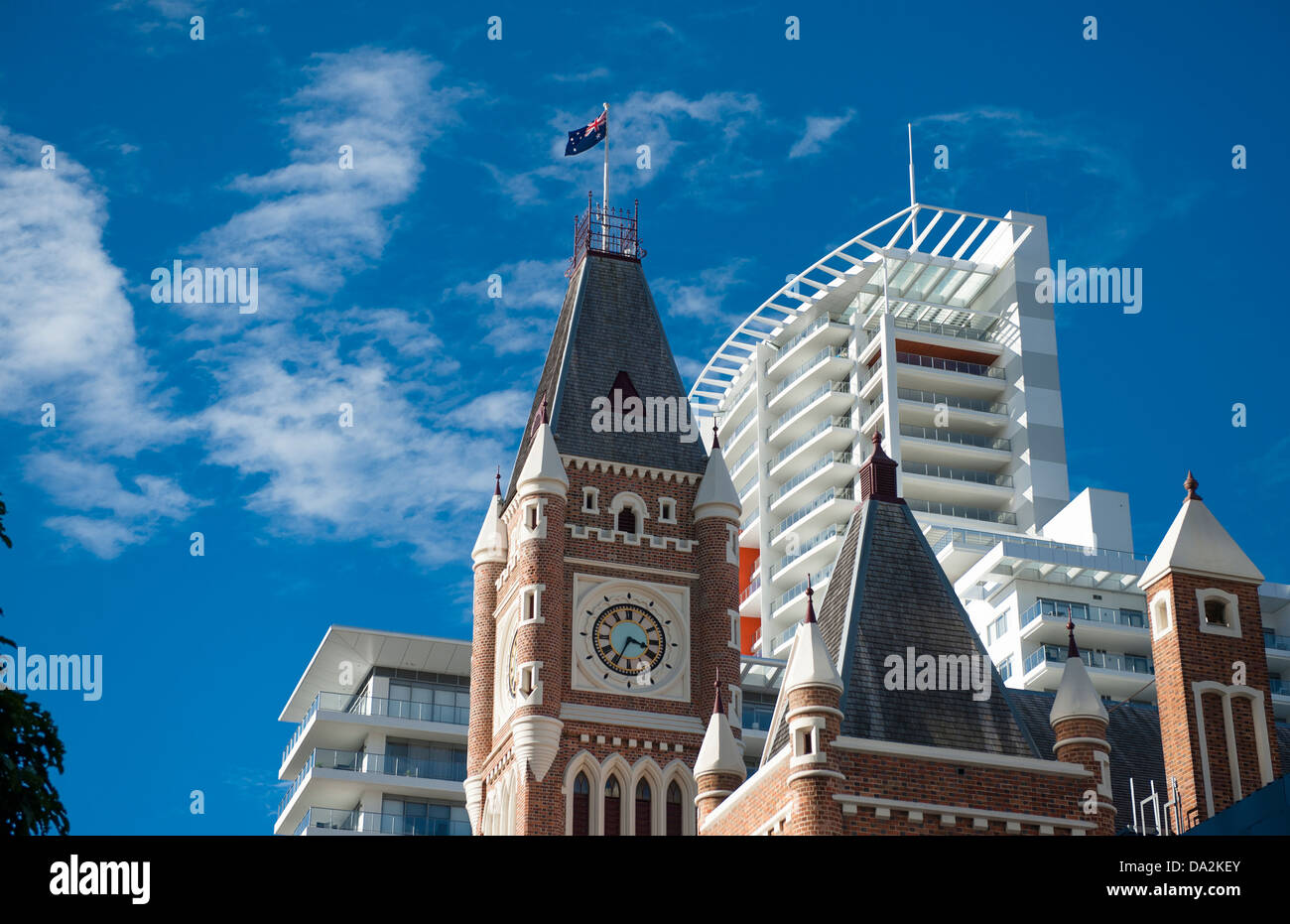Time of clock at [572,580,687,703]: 3:34
